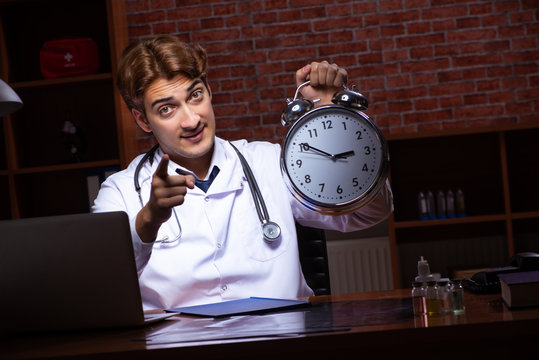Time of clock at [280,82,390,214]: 2:50
